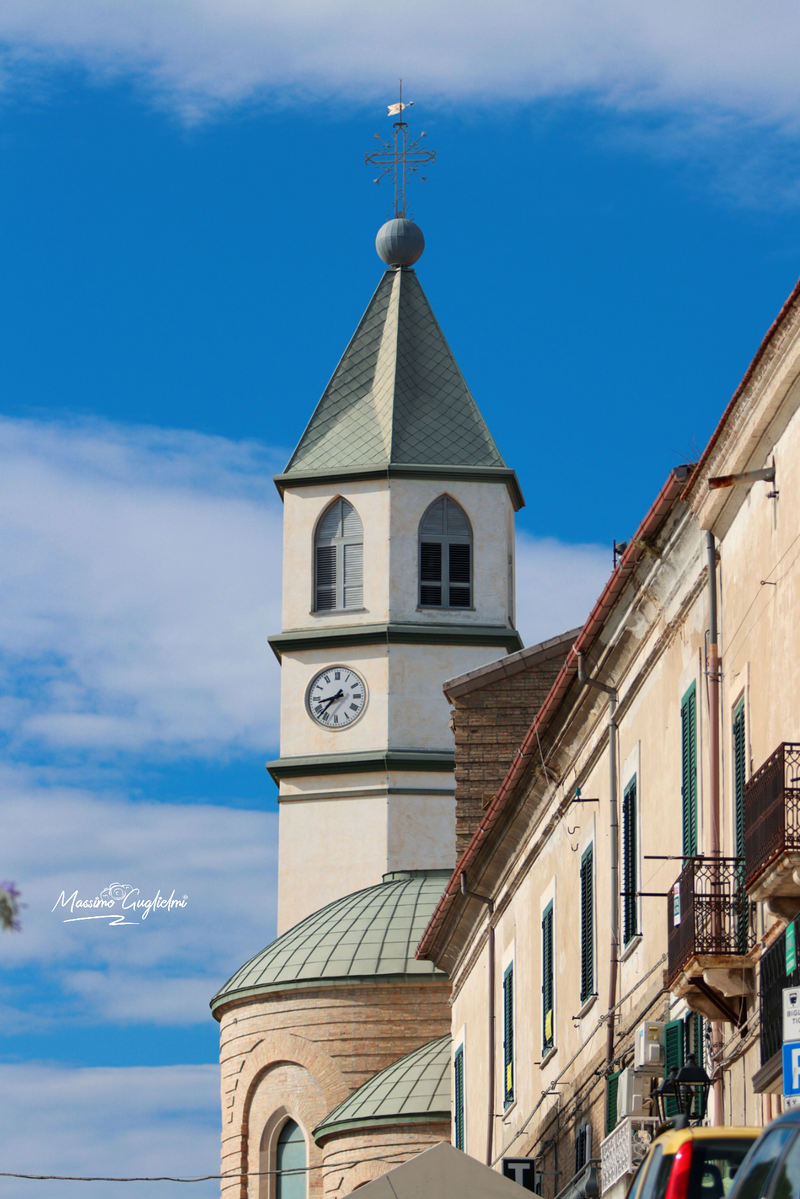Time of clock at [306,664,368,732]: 8:37
